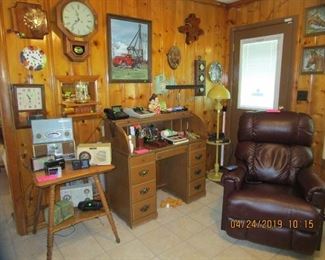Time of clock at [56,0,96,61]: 11:36
